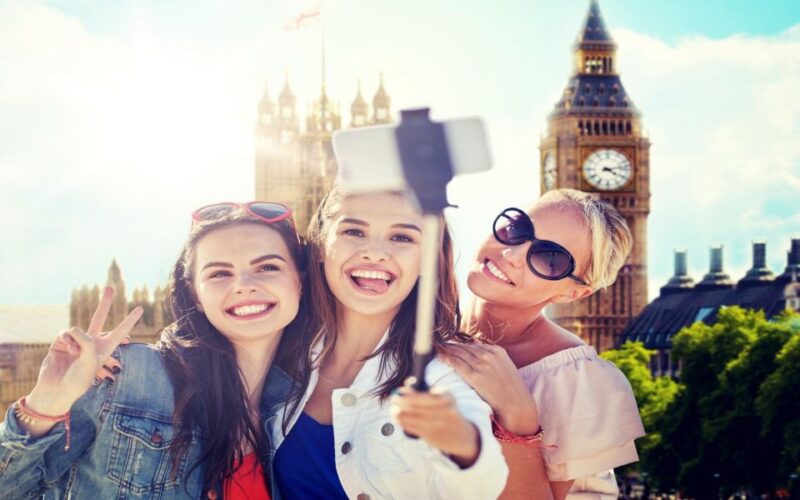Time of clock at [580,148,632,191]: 4:12
